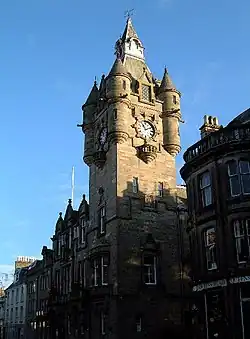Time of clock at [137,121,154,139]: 11:10
